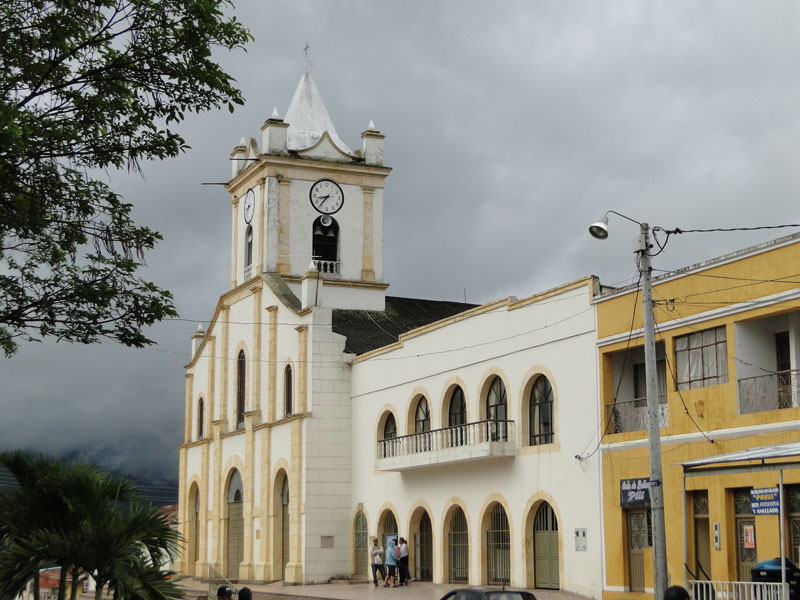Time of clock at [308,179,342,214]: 8:36
